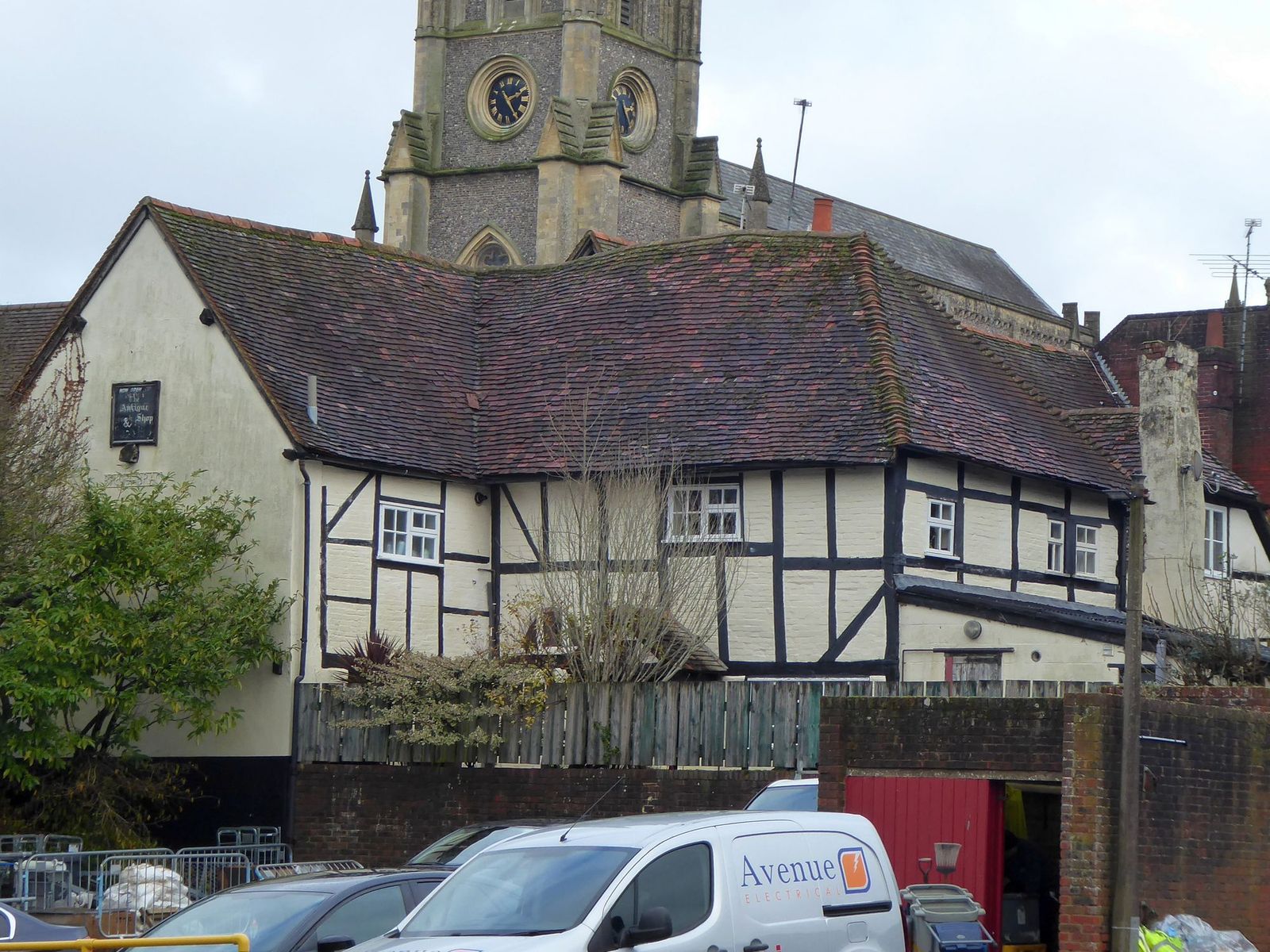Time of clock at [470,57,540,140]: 2:24
